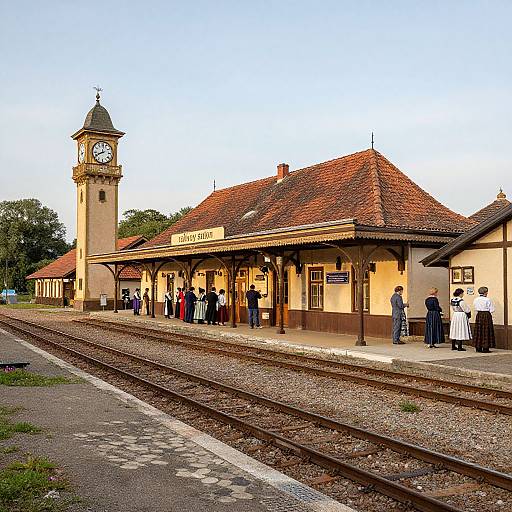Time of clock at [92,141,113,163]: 11:41
